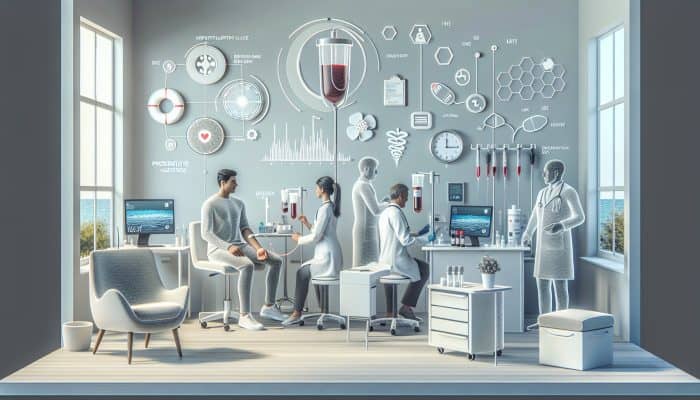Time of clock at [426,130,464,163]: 12:14
